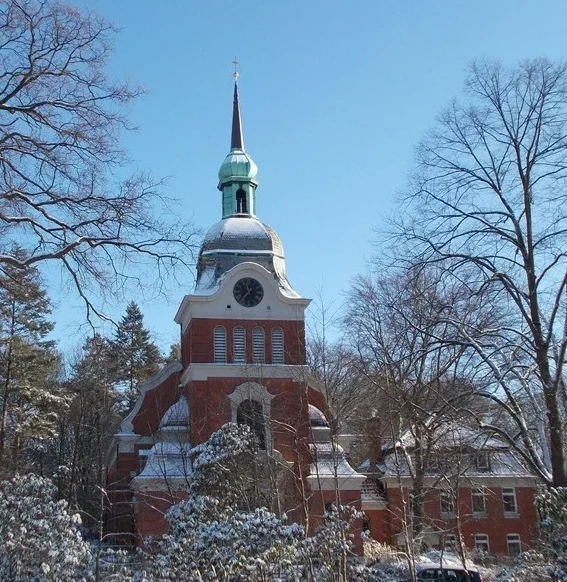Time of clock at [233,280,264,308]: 11:35
